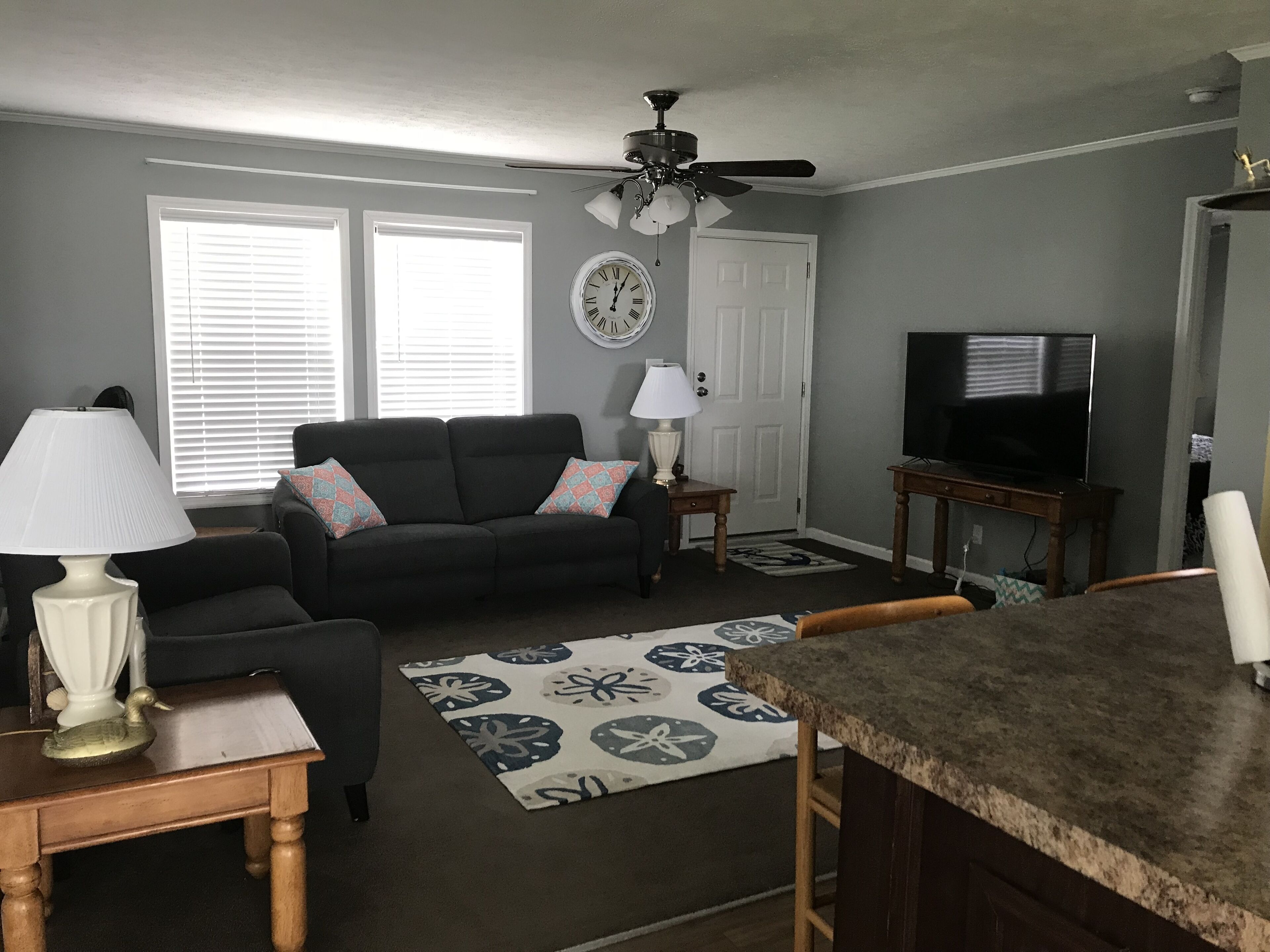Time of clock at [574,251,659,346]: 12:04
